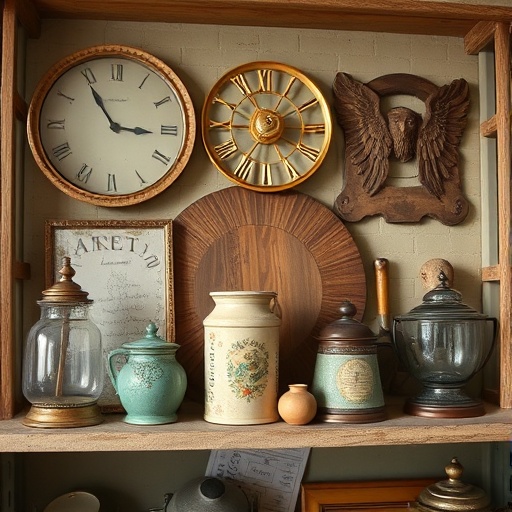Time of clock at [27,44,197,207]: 2:54
